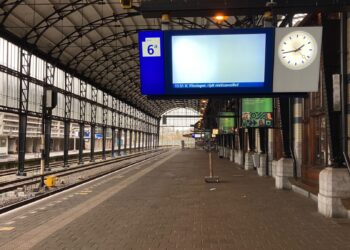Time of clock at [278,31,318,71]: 1:43
